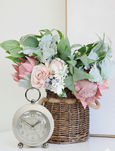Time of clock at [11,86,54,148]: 1:50
